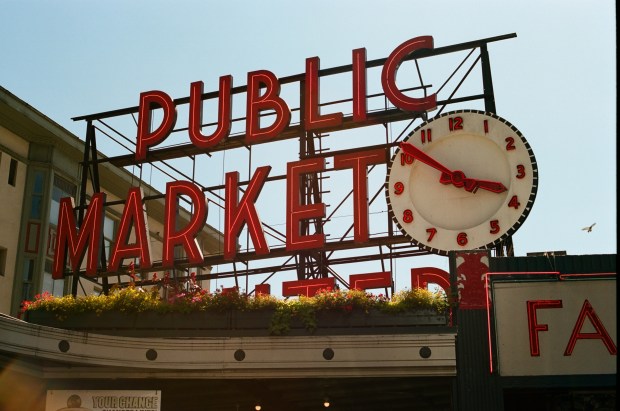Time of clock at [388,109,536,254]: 3:51
